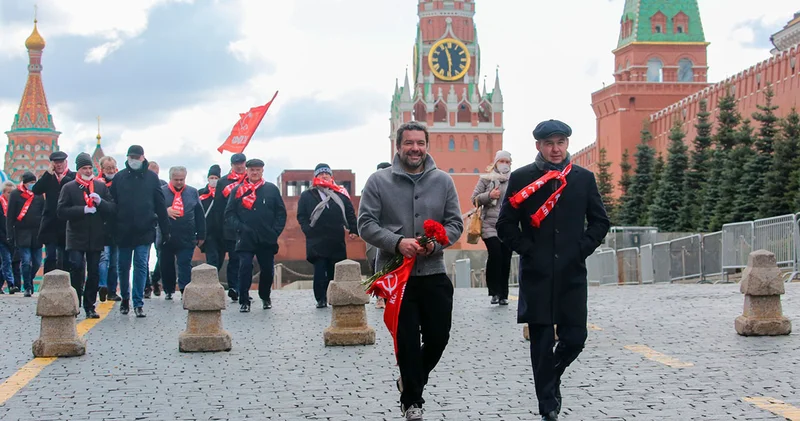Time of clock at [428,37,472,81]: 11:29
